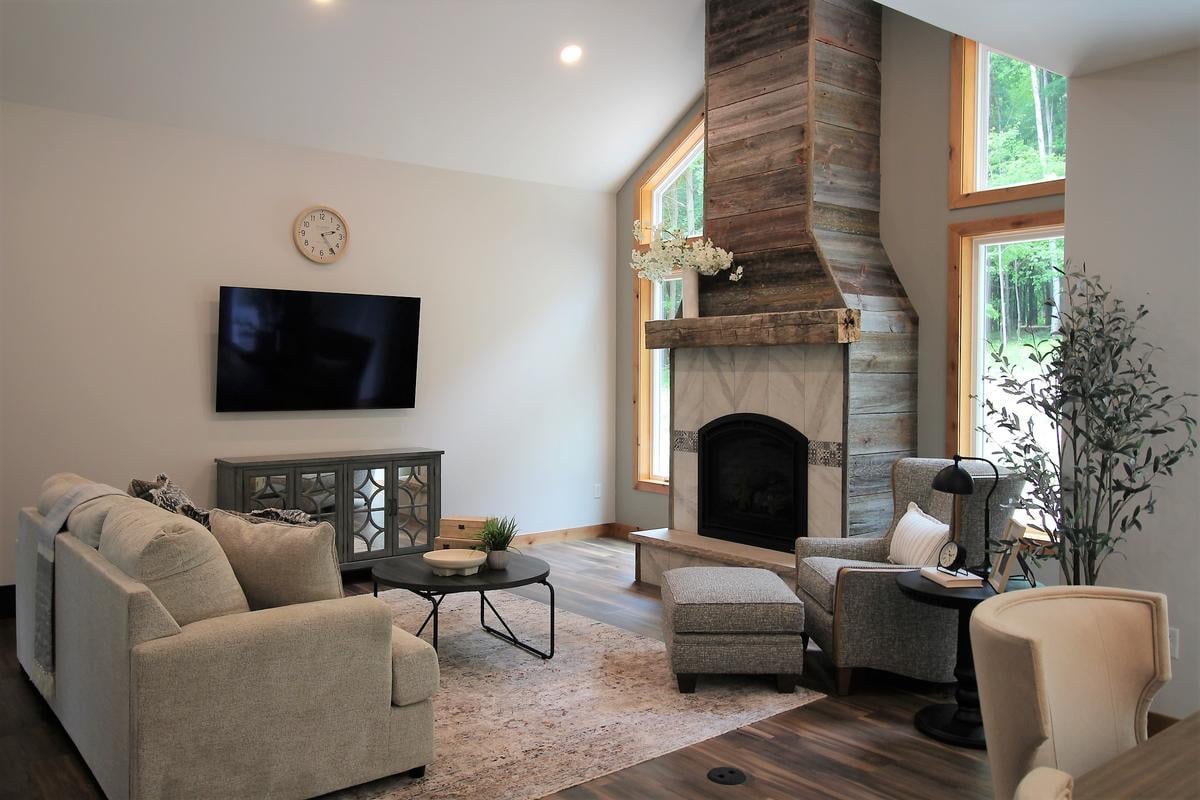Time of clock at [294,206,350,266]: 2:24
